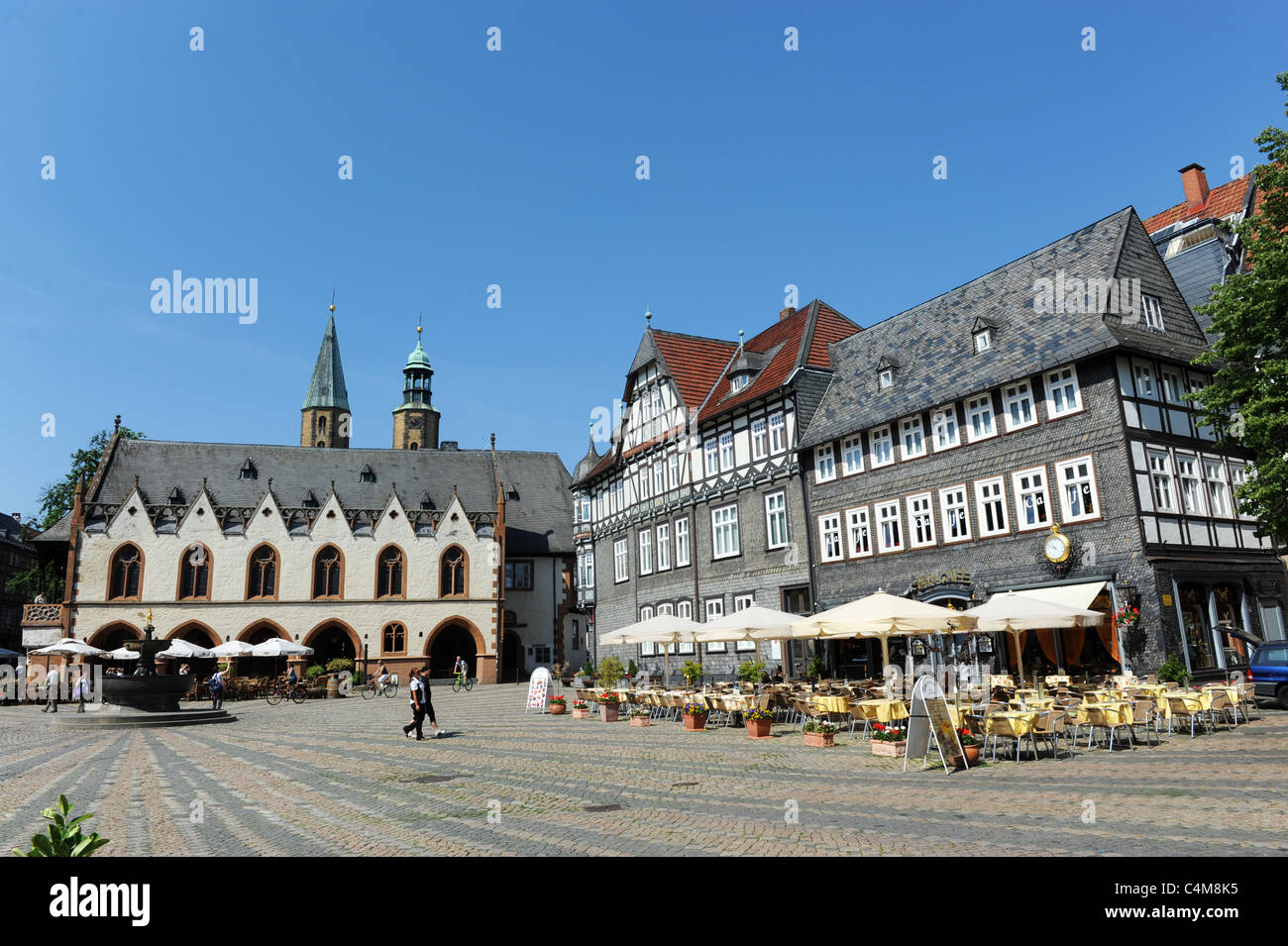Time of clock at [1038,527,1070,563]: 10:47
